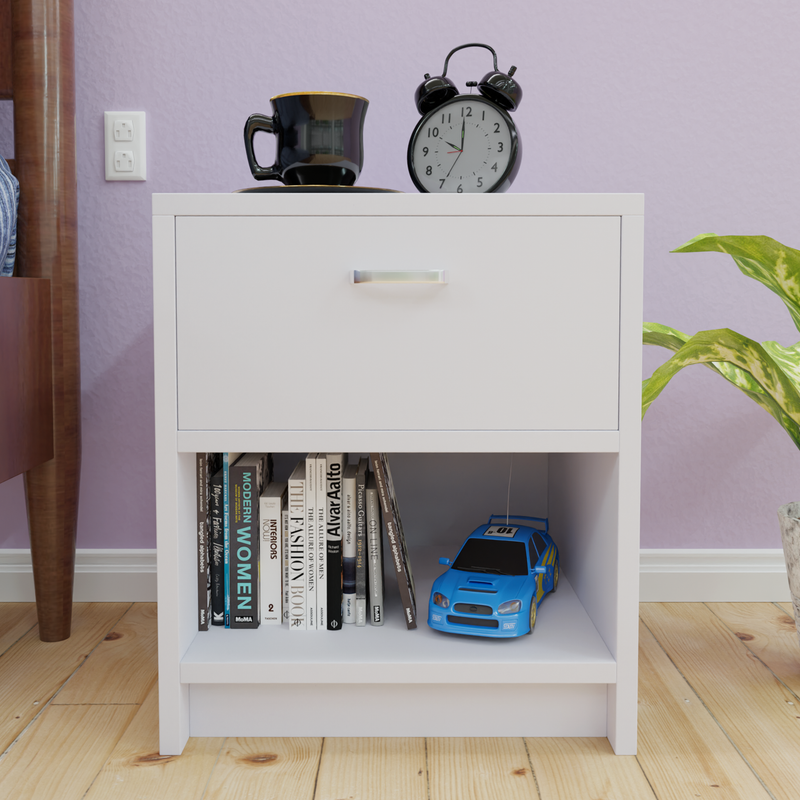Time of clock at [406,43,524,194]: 10:00
